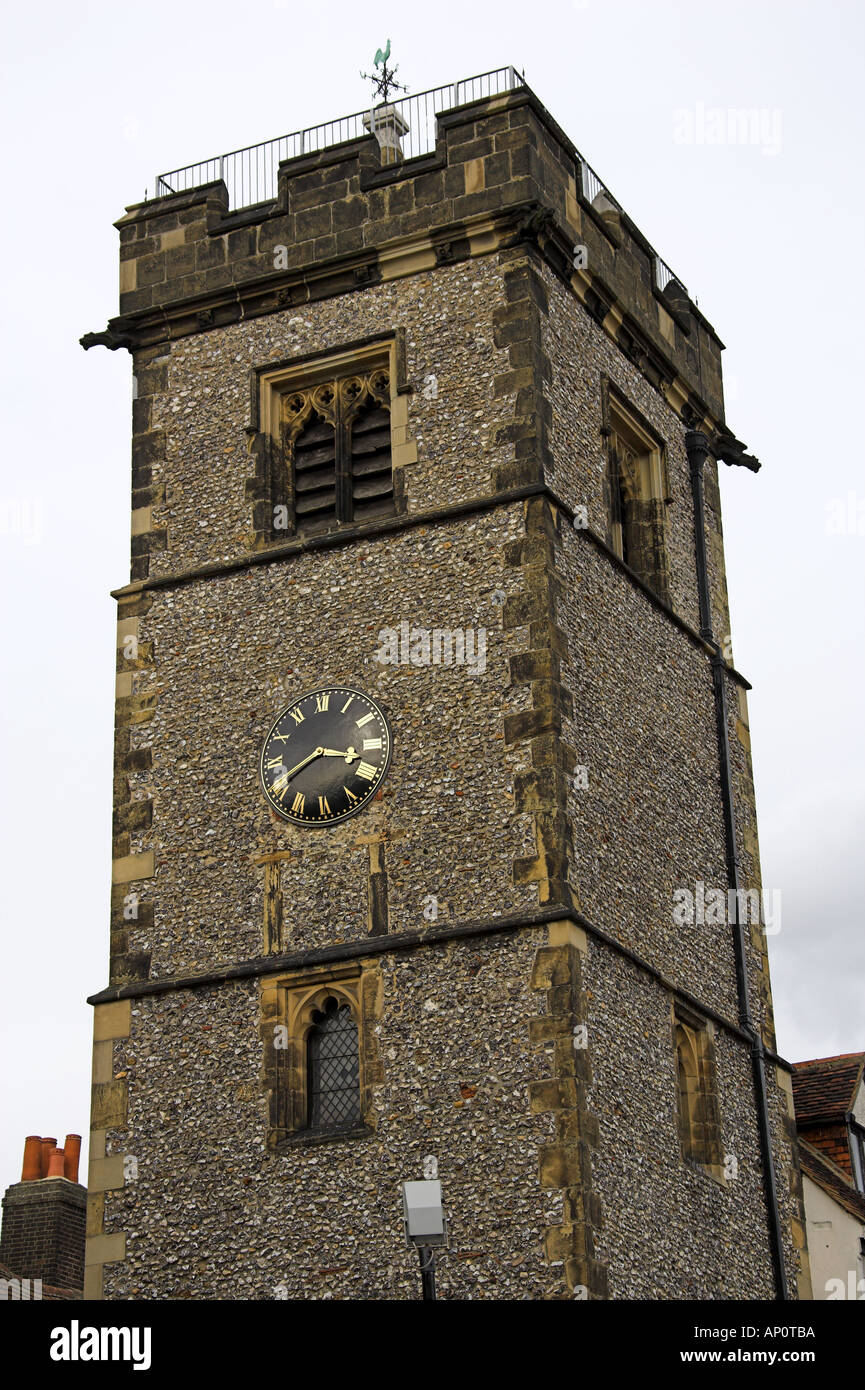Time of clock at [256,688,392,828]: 3:40
